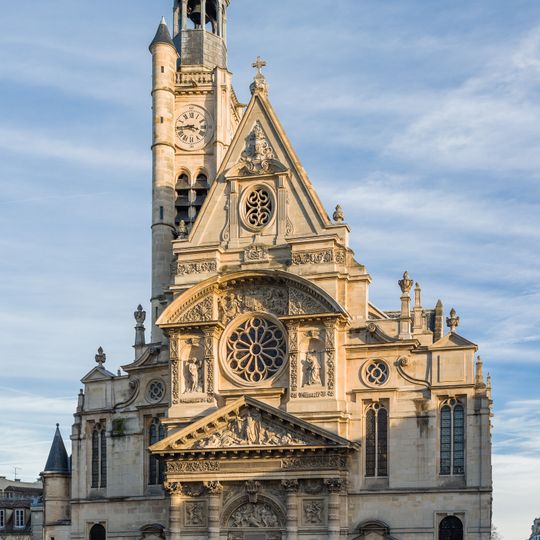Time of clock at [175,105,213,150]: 3:43
